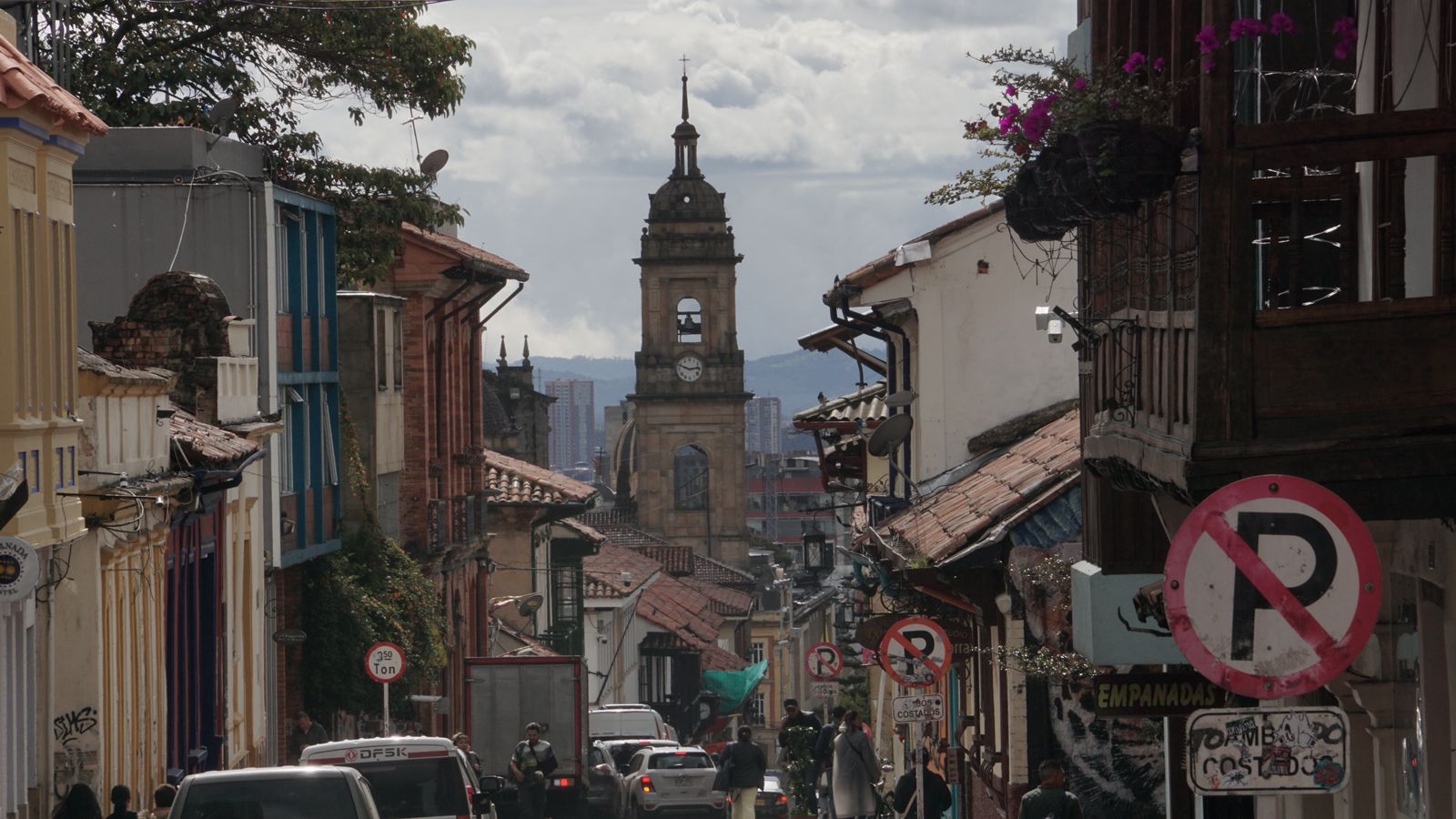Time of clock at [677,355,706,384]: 2:48
